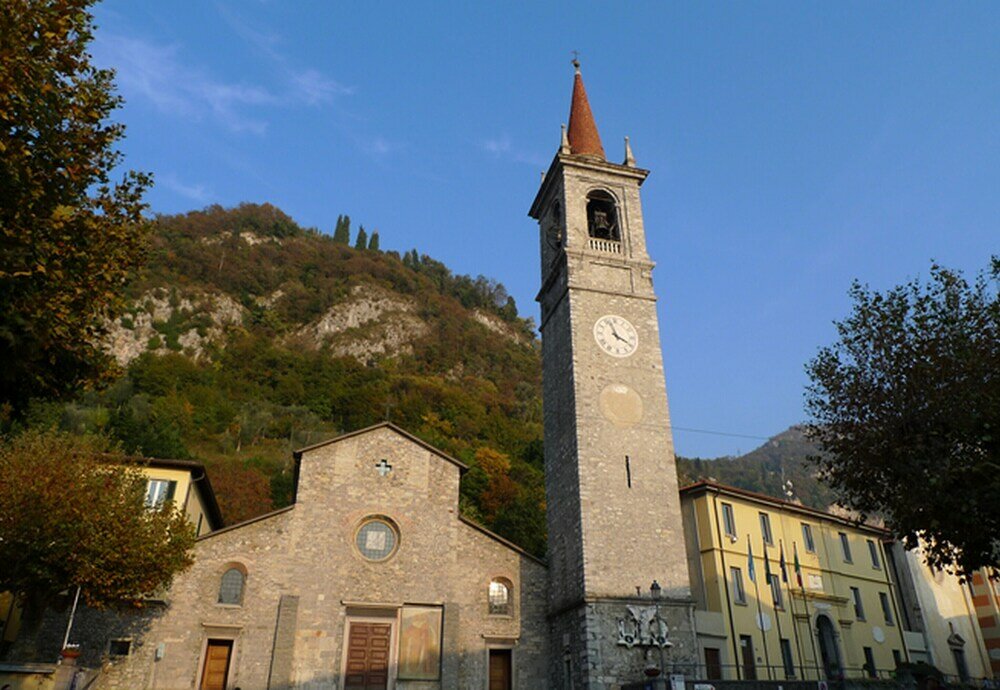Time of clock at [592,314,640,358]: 3:57
